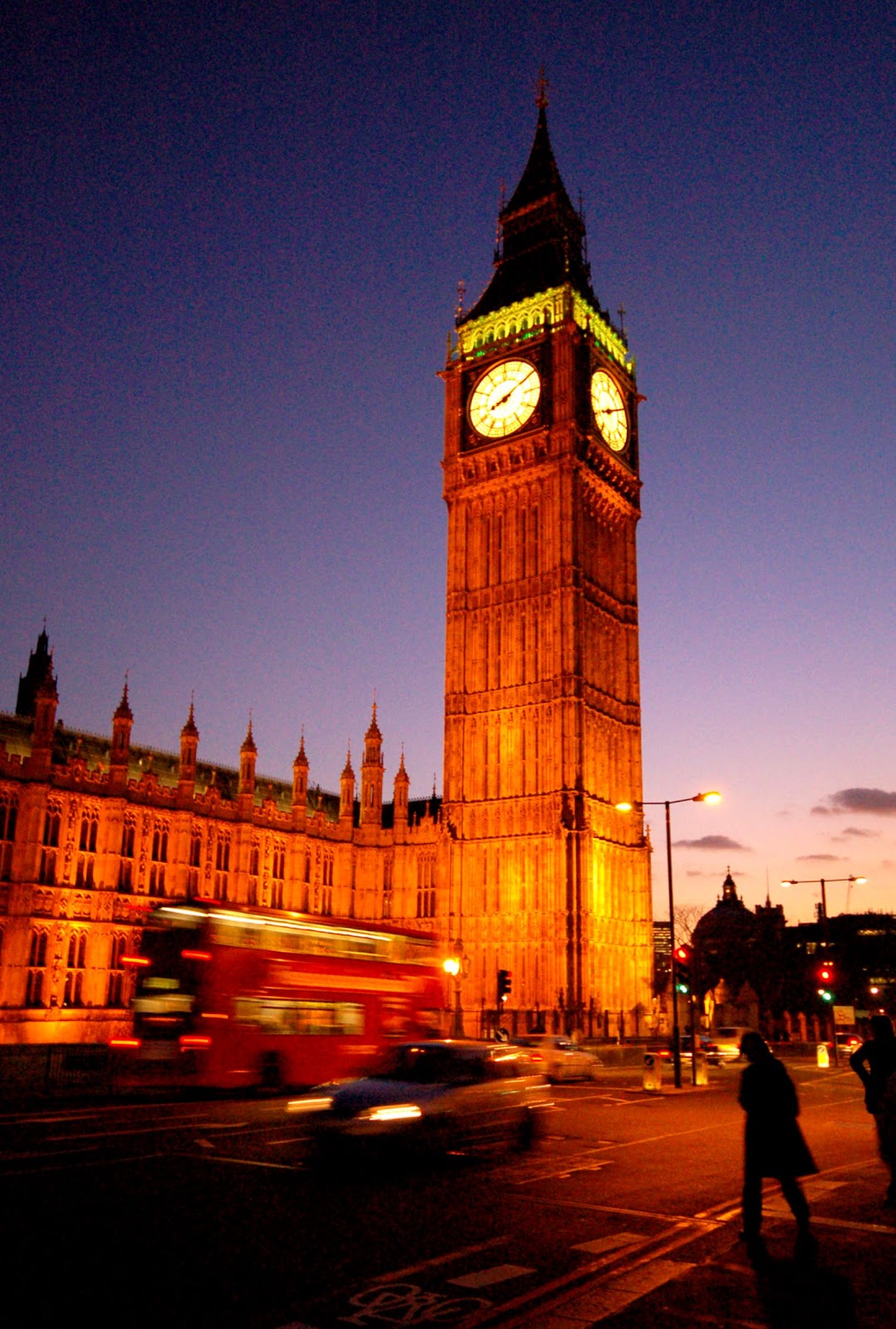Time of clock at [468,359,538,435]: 8:09
